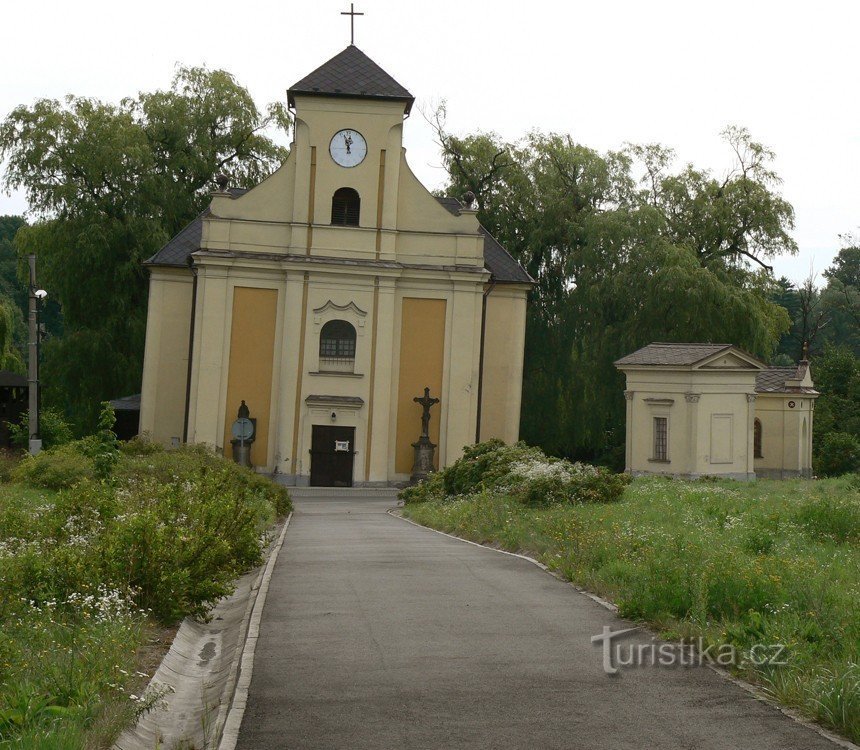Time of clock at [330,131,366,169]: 11:56
